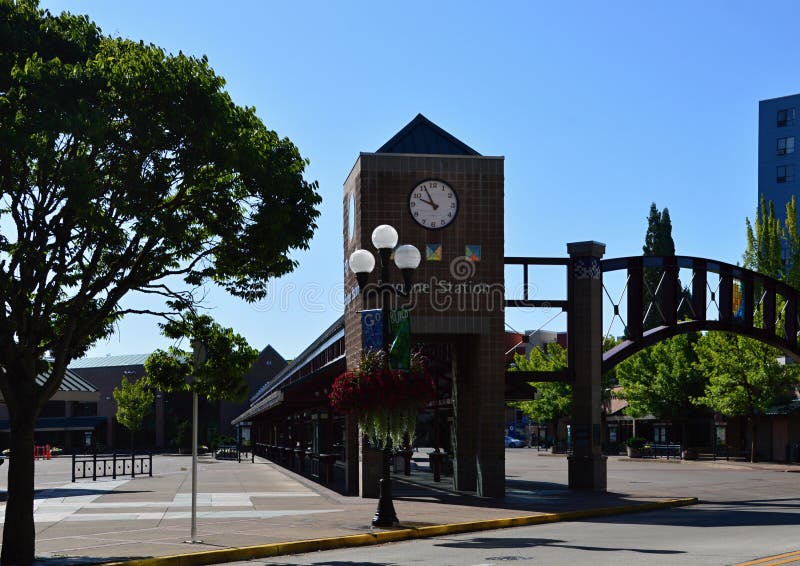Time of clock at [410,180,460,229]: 9:55
